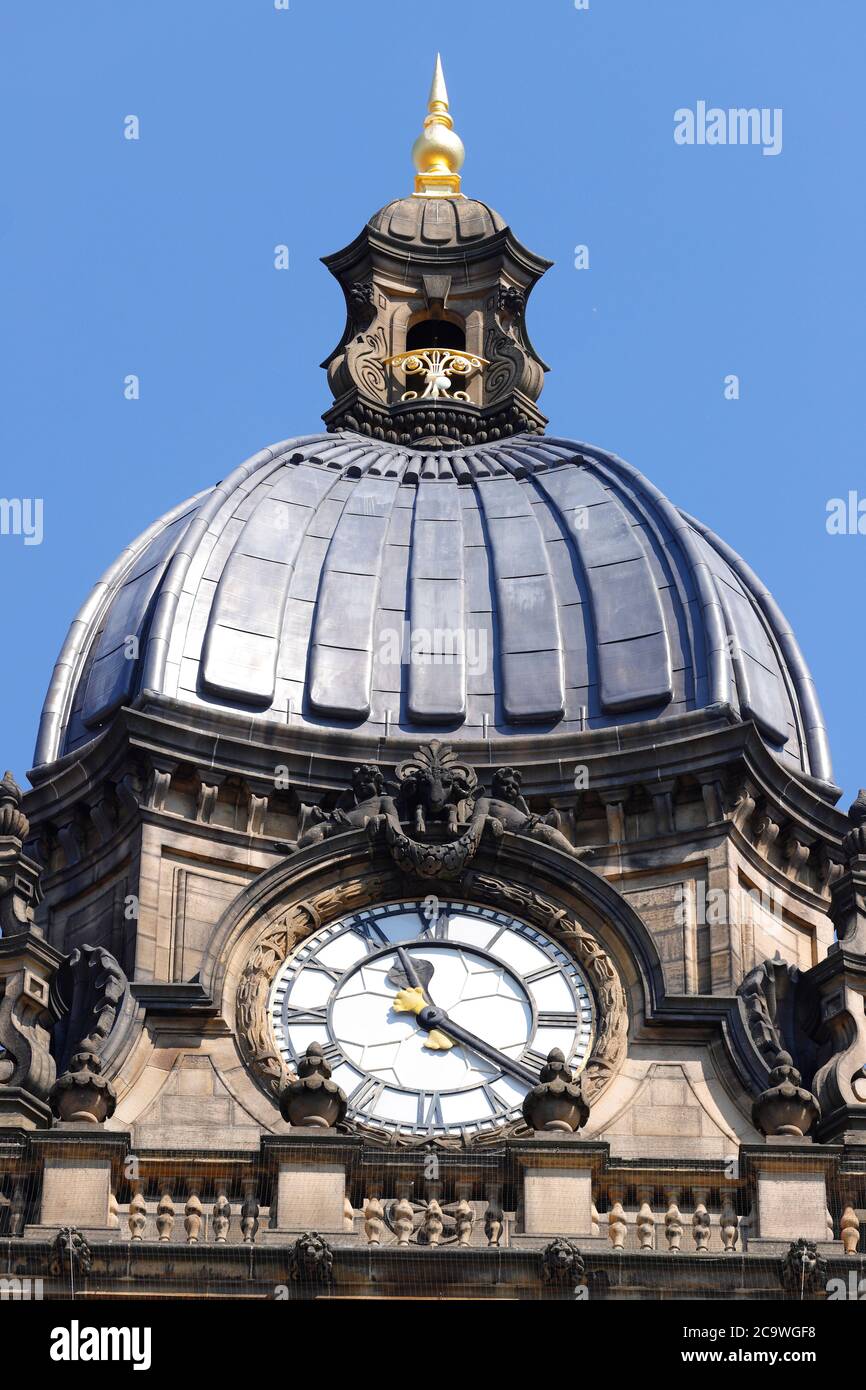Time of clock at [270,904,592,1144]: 11:21
